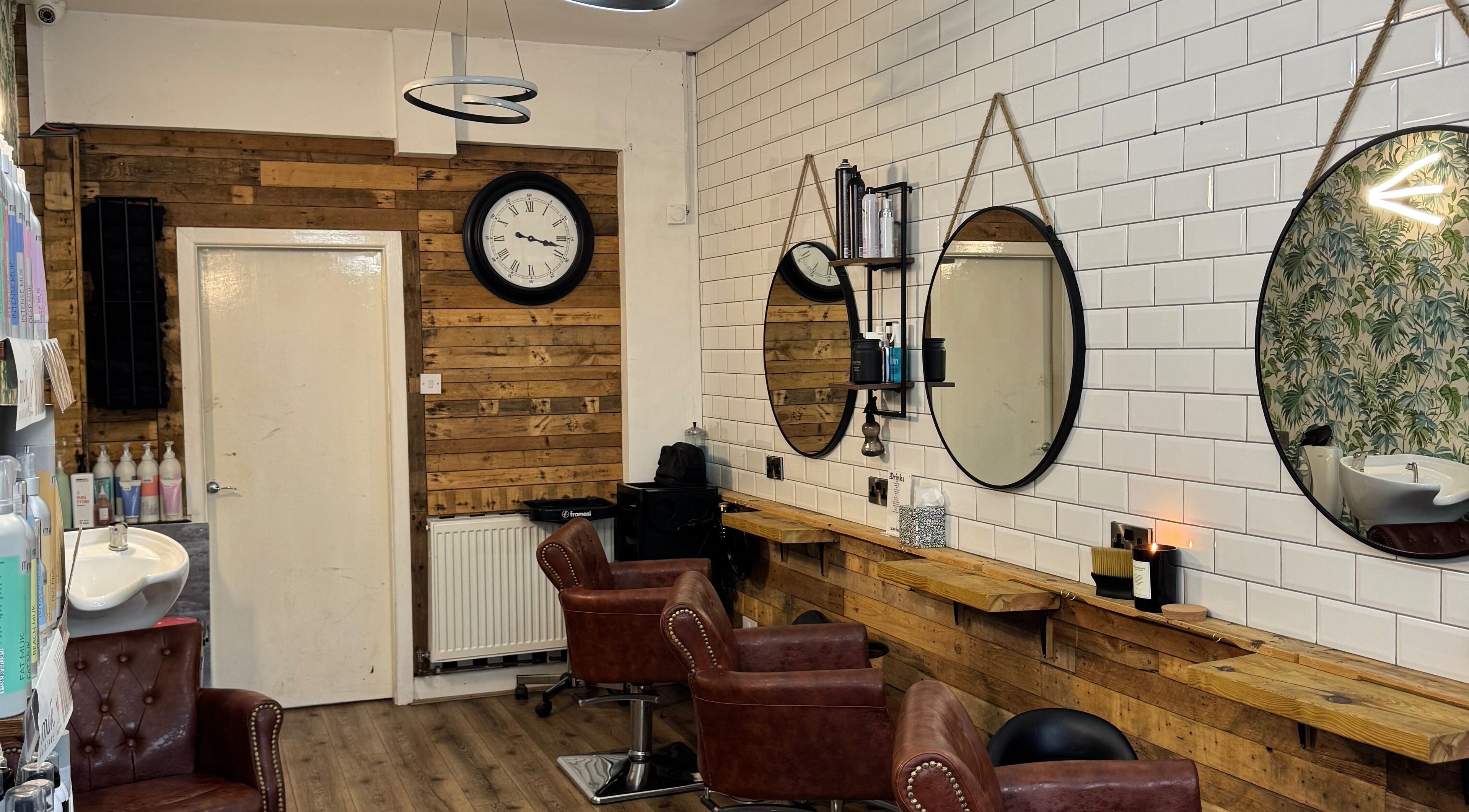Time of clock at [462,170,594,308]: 3:17
